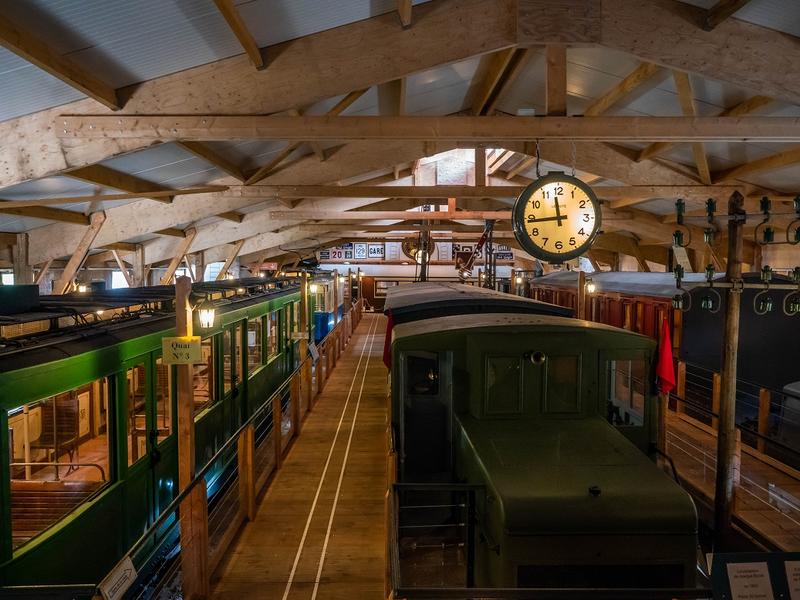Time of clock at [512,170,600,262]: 11:43
